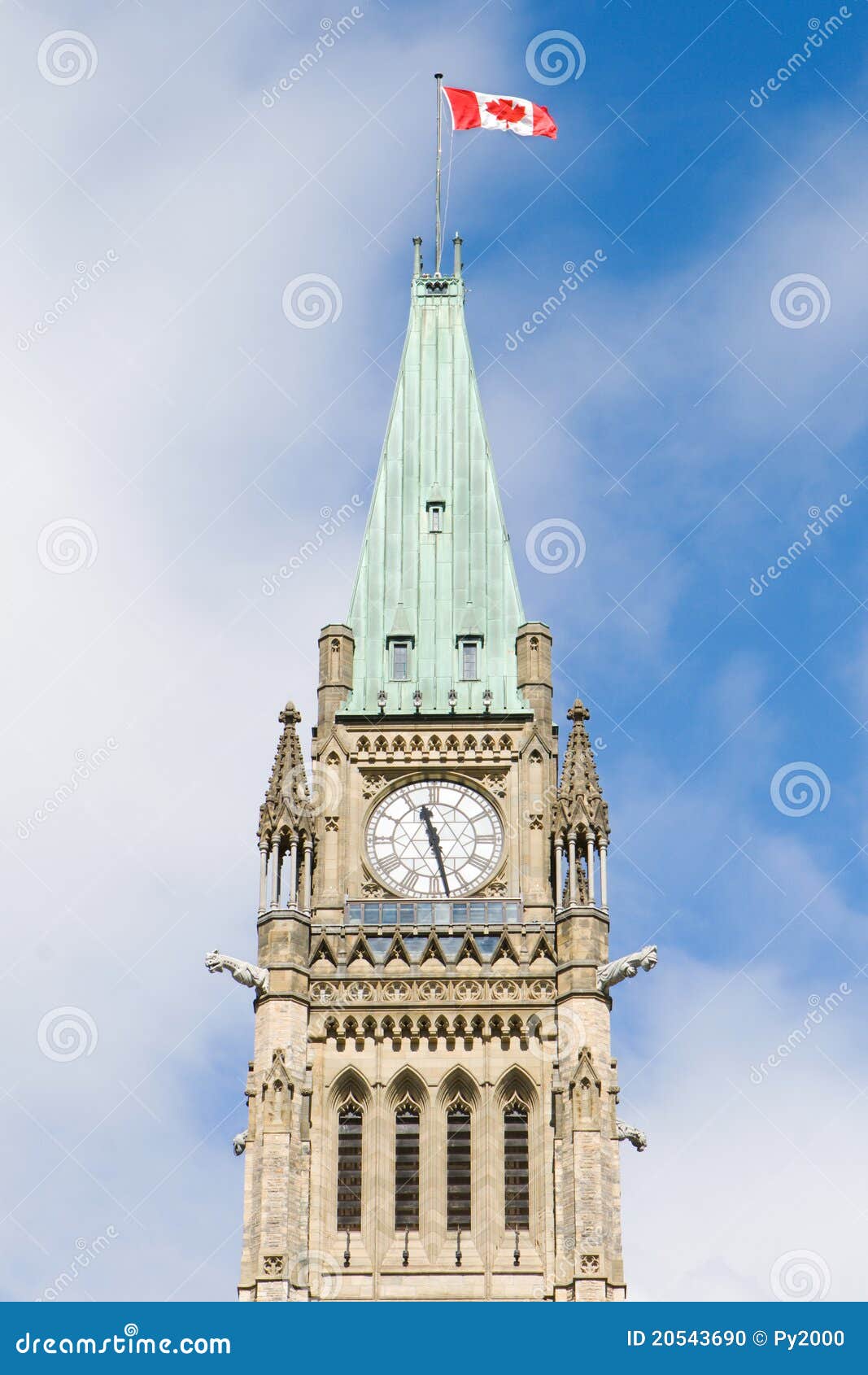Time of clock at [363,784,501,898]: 11:27
